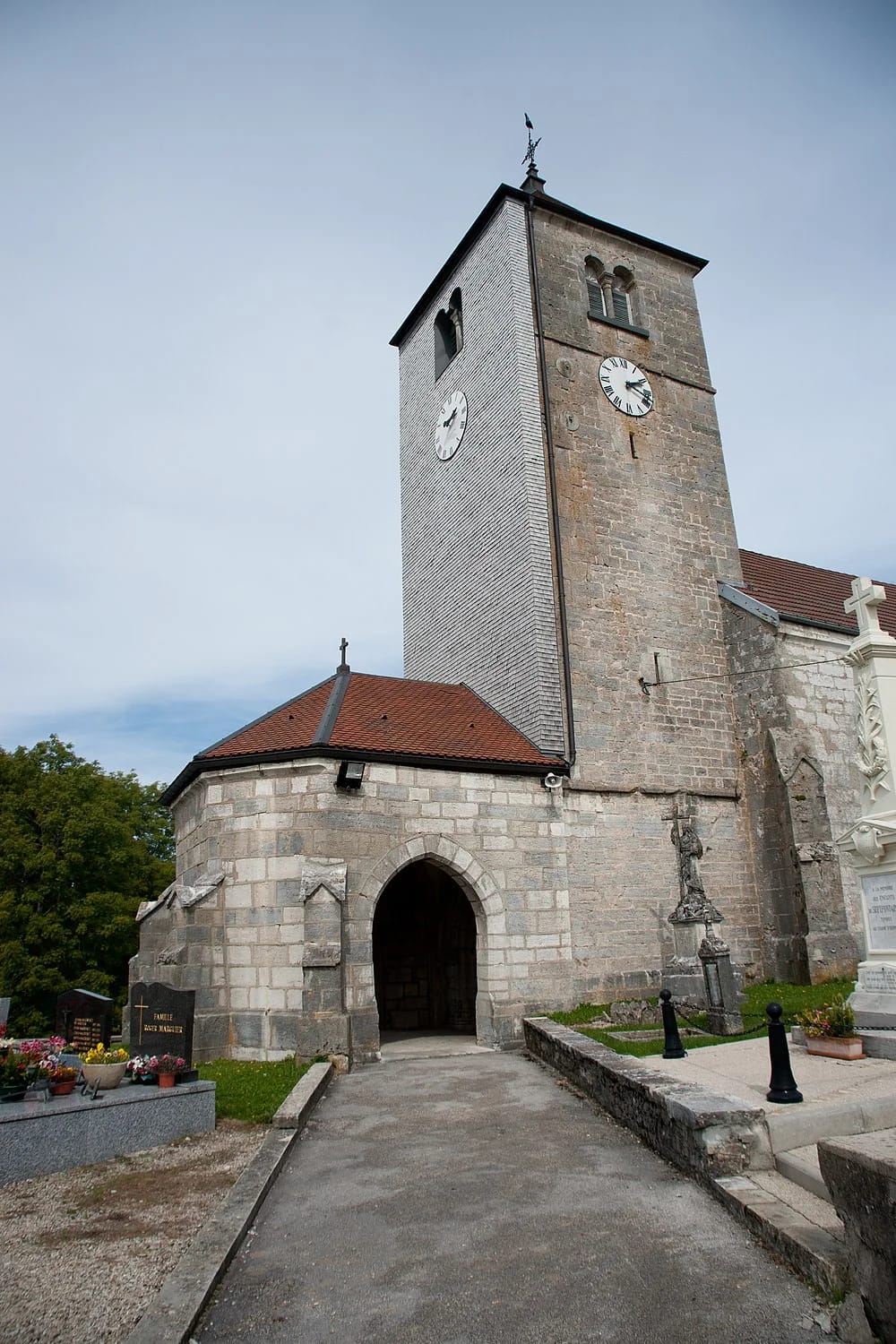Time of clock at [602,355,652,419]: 2:18
